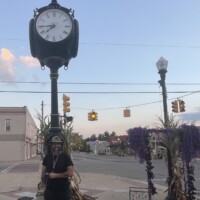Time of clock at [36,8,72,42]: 7:44
